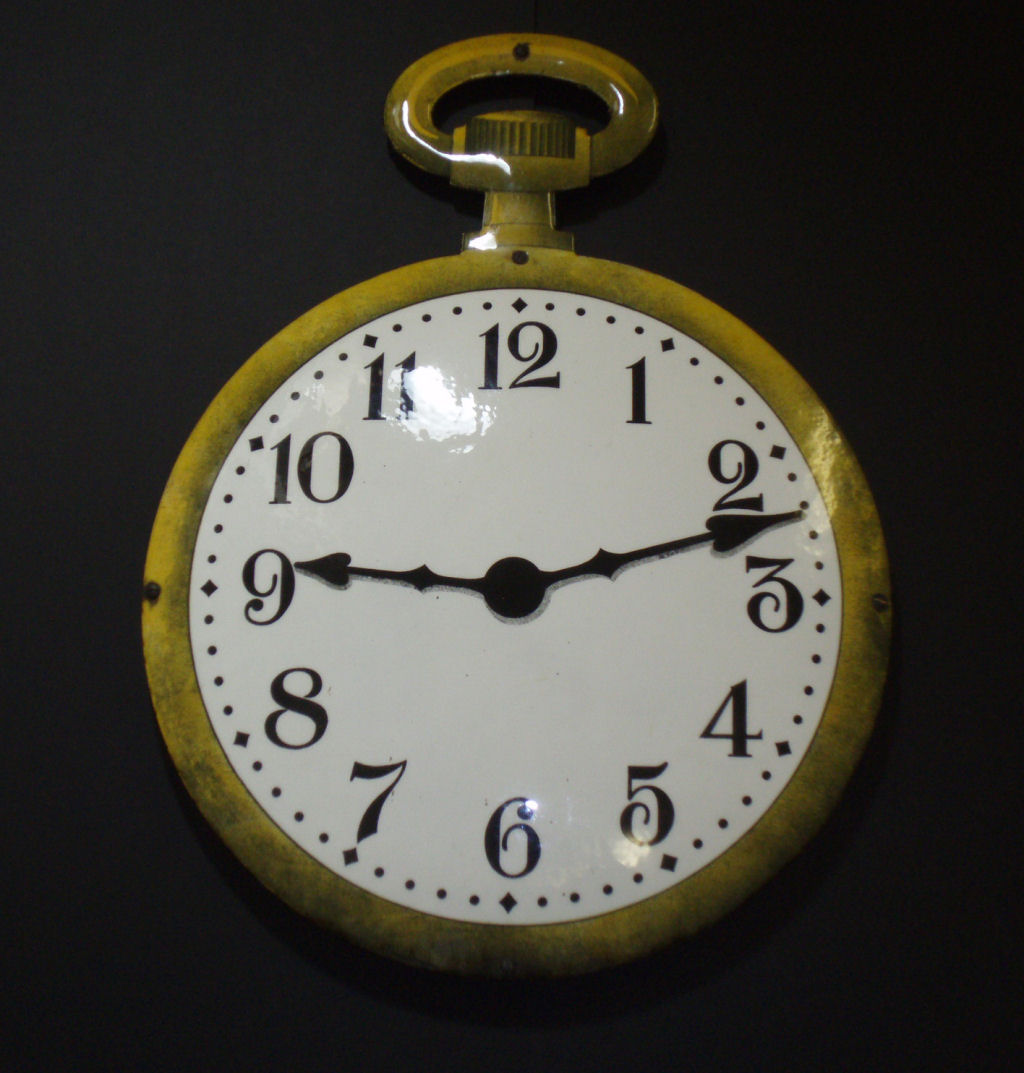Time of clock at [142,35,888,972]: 9:12
